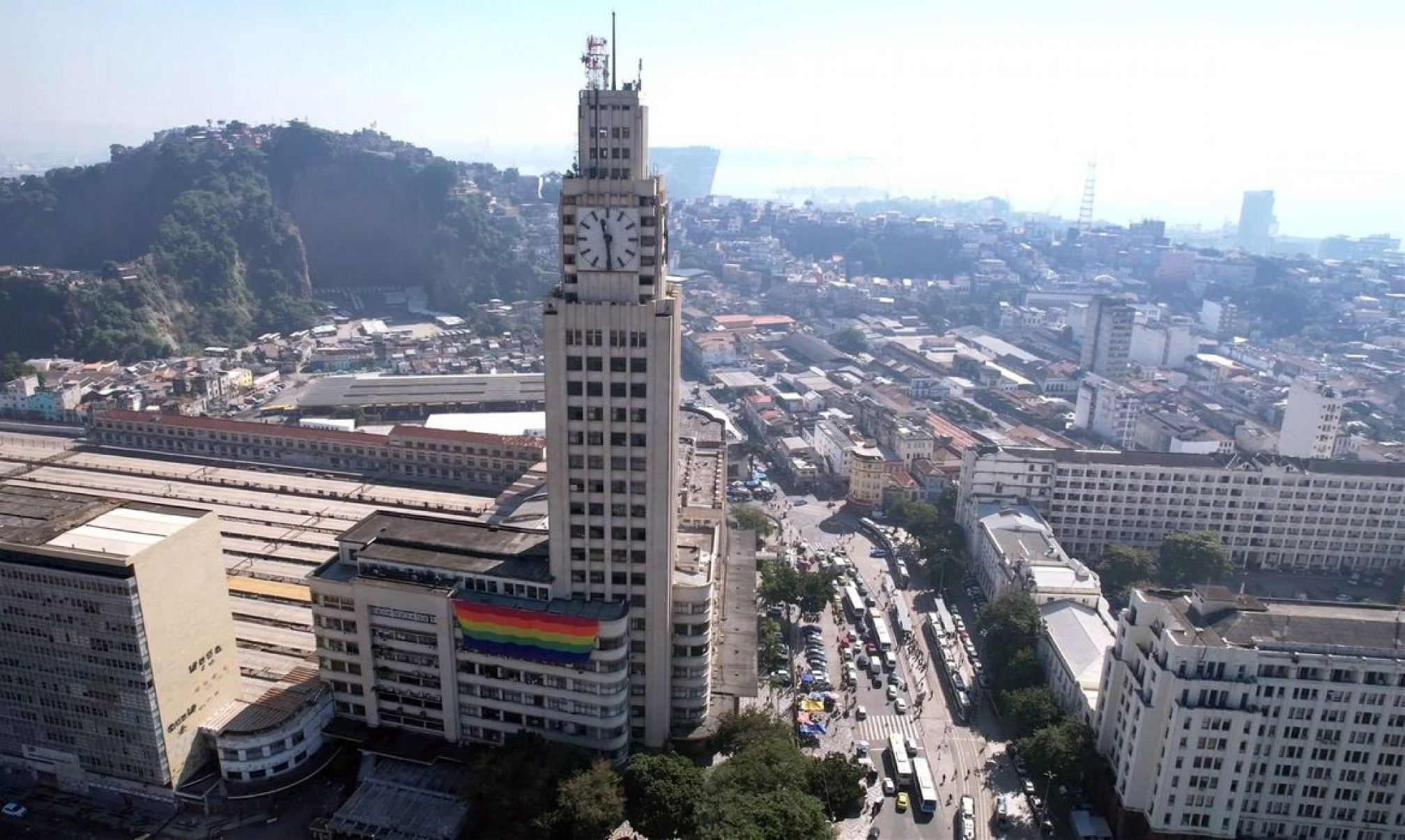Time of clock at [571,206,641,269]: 11:29
